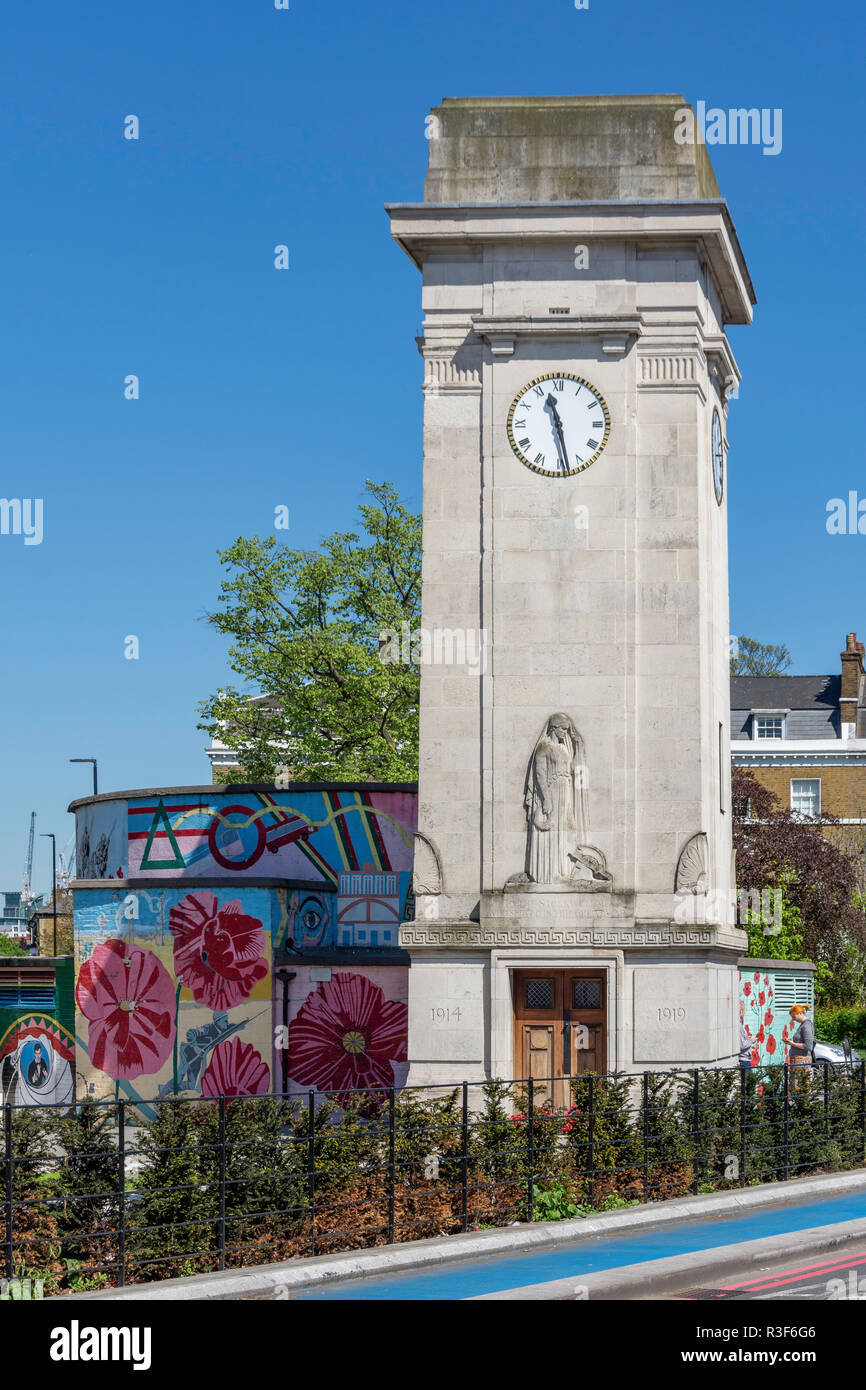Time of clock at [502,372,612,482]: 11:28
